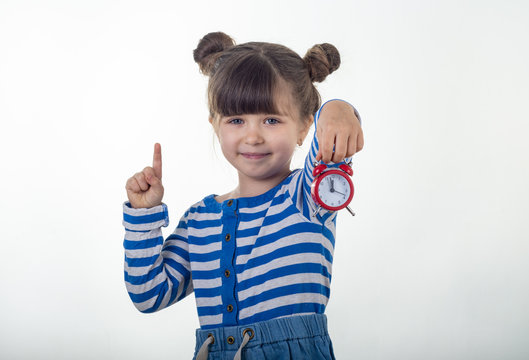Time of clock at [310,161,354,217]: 12:18
